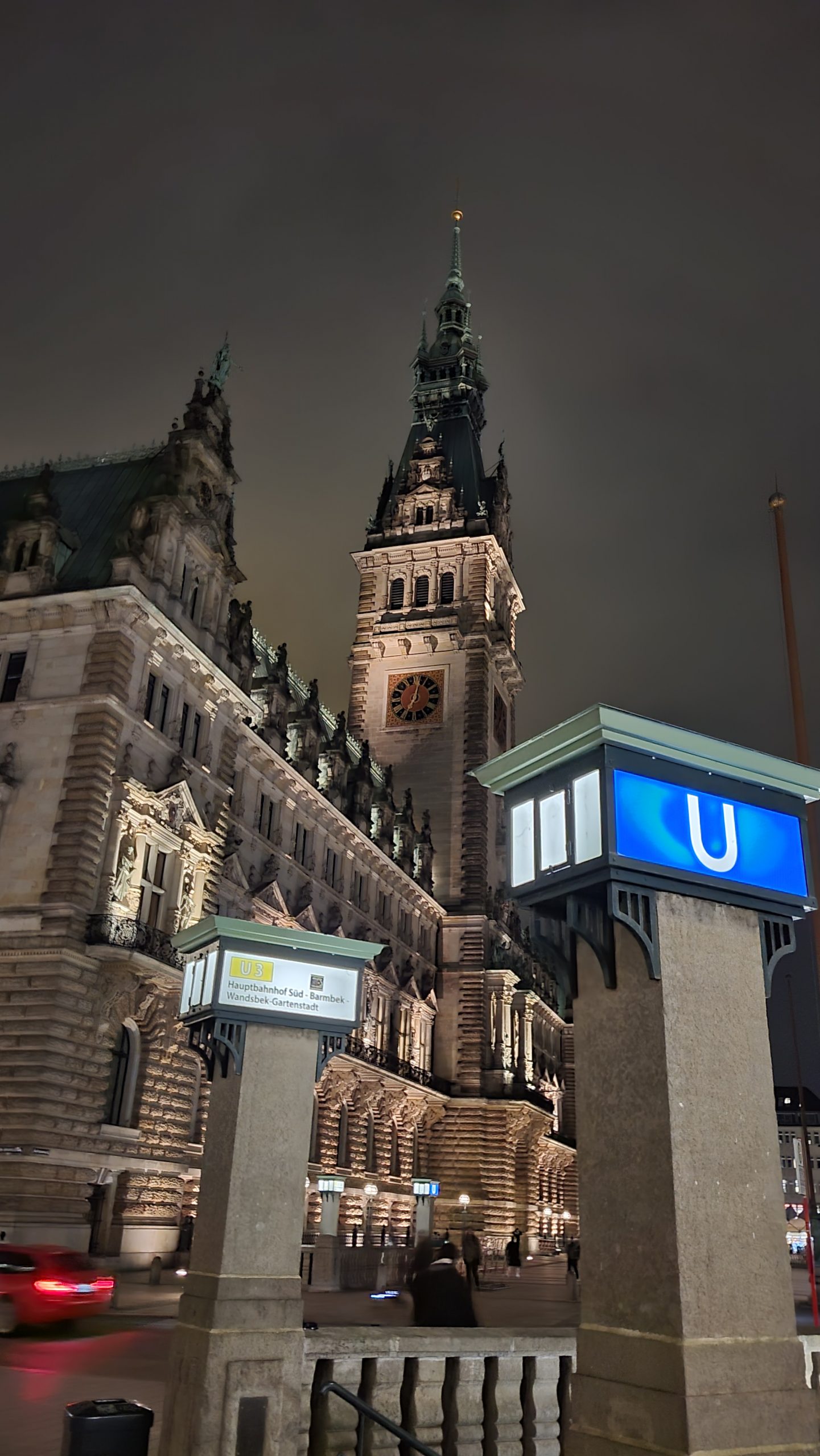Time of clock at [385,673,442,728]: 7:01
